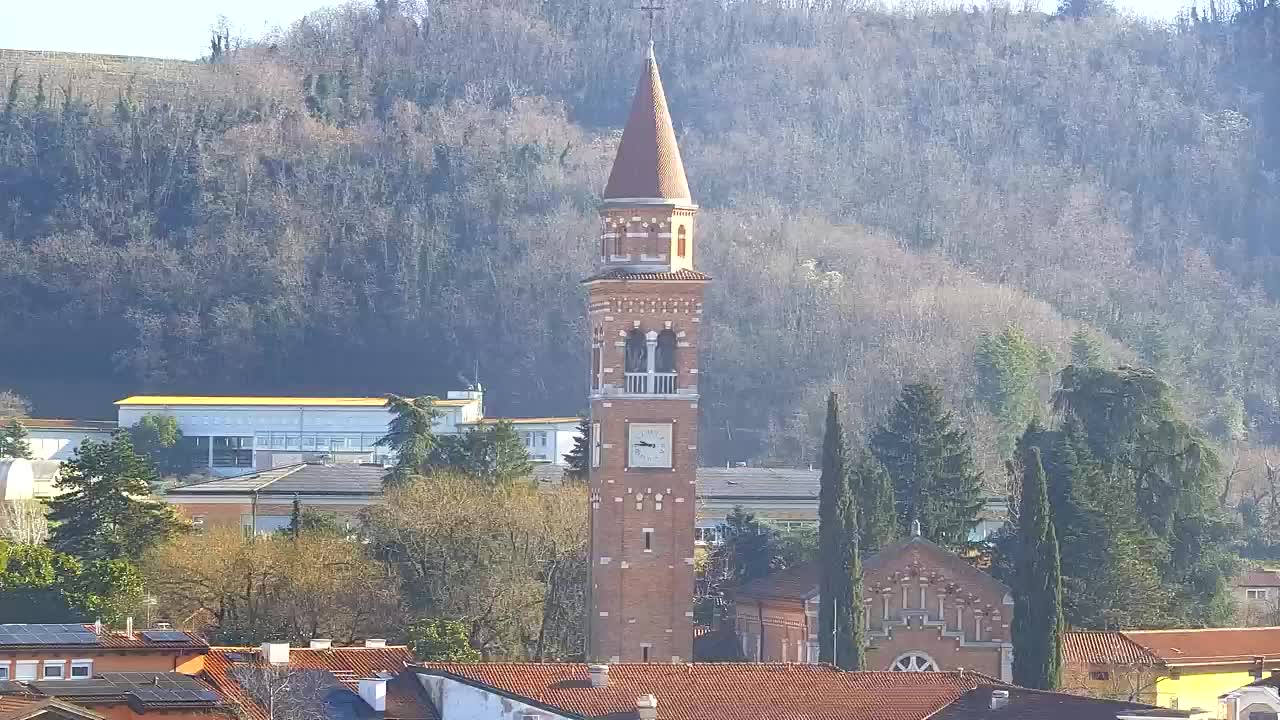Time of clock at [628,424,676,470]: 9:45
